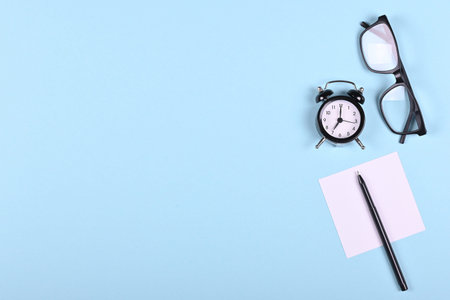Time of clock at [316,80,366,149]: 7:00
